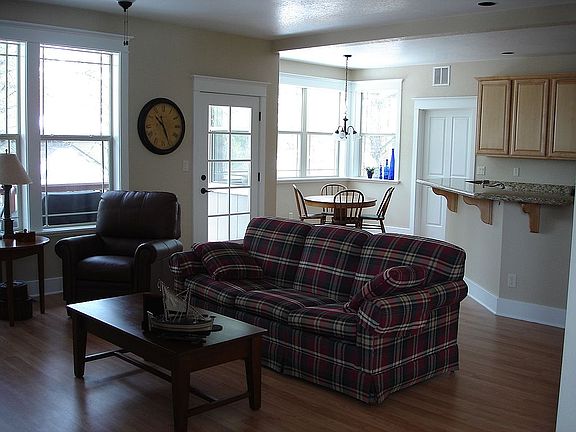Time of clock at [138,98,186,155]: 10:26
